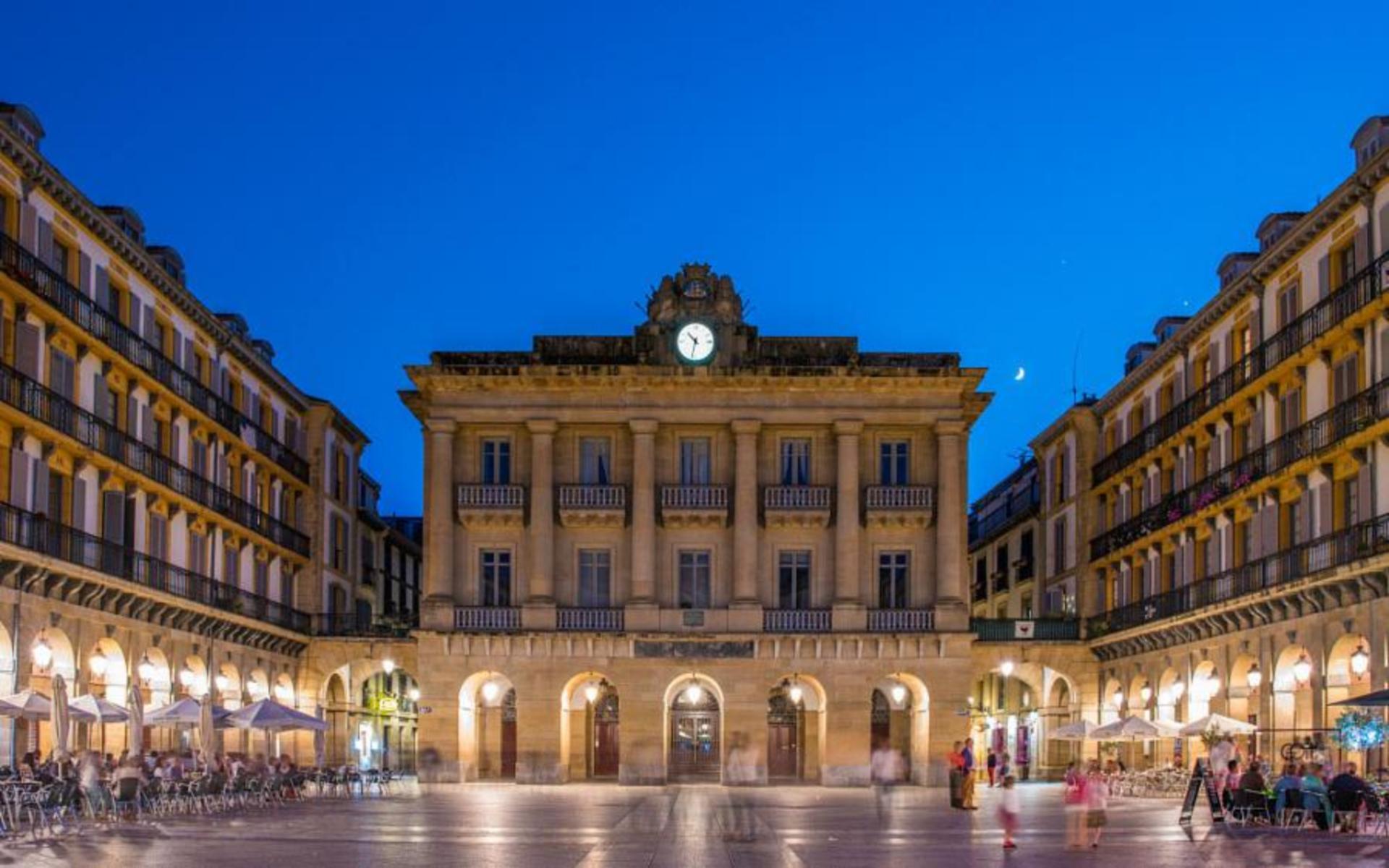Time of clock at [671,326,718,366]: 10:32
